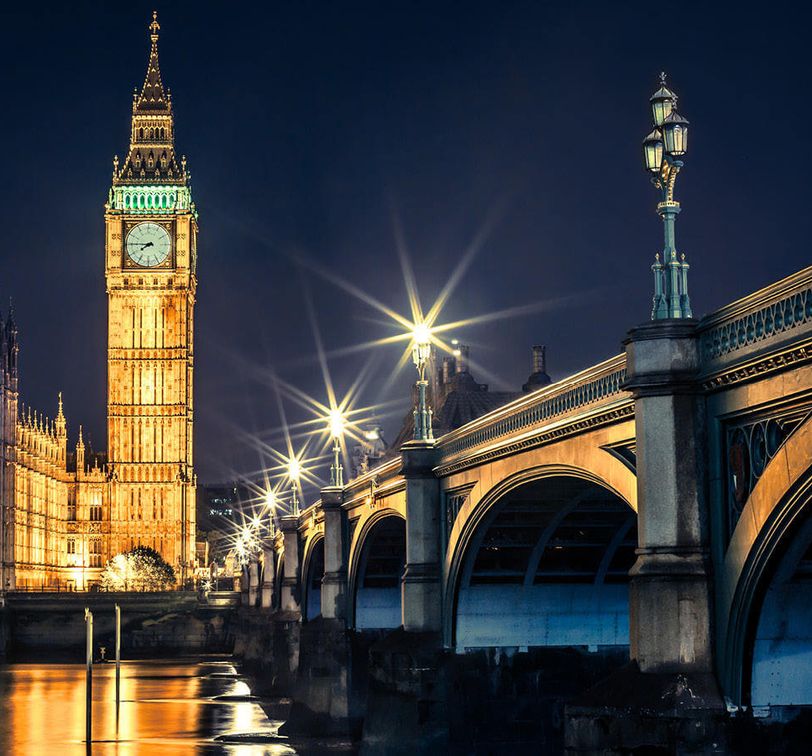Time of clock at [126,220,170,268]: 7:45
